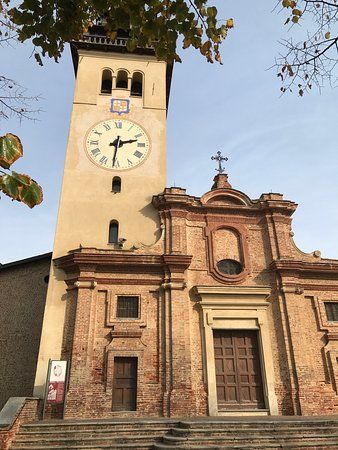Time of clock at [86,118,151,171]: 2:31
